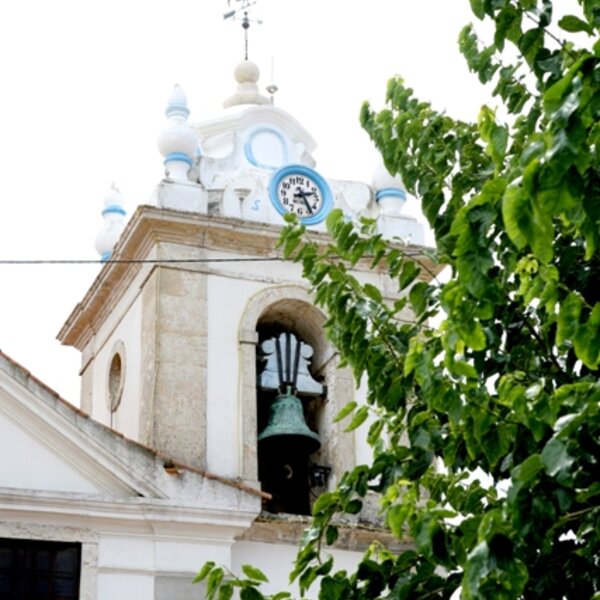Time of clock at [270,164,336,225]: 2:24
